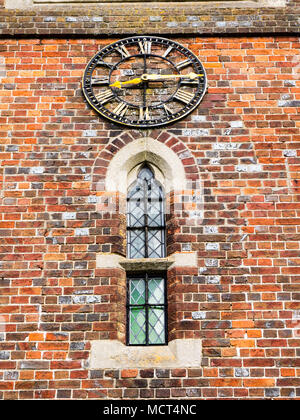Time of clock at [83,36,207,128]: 8:14
